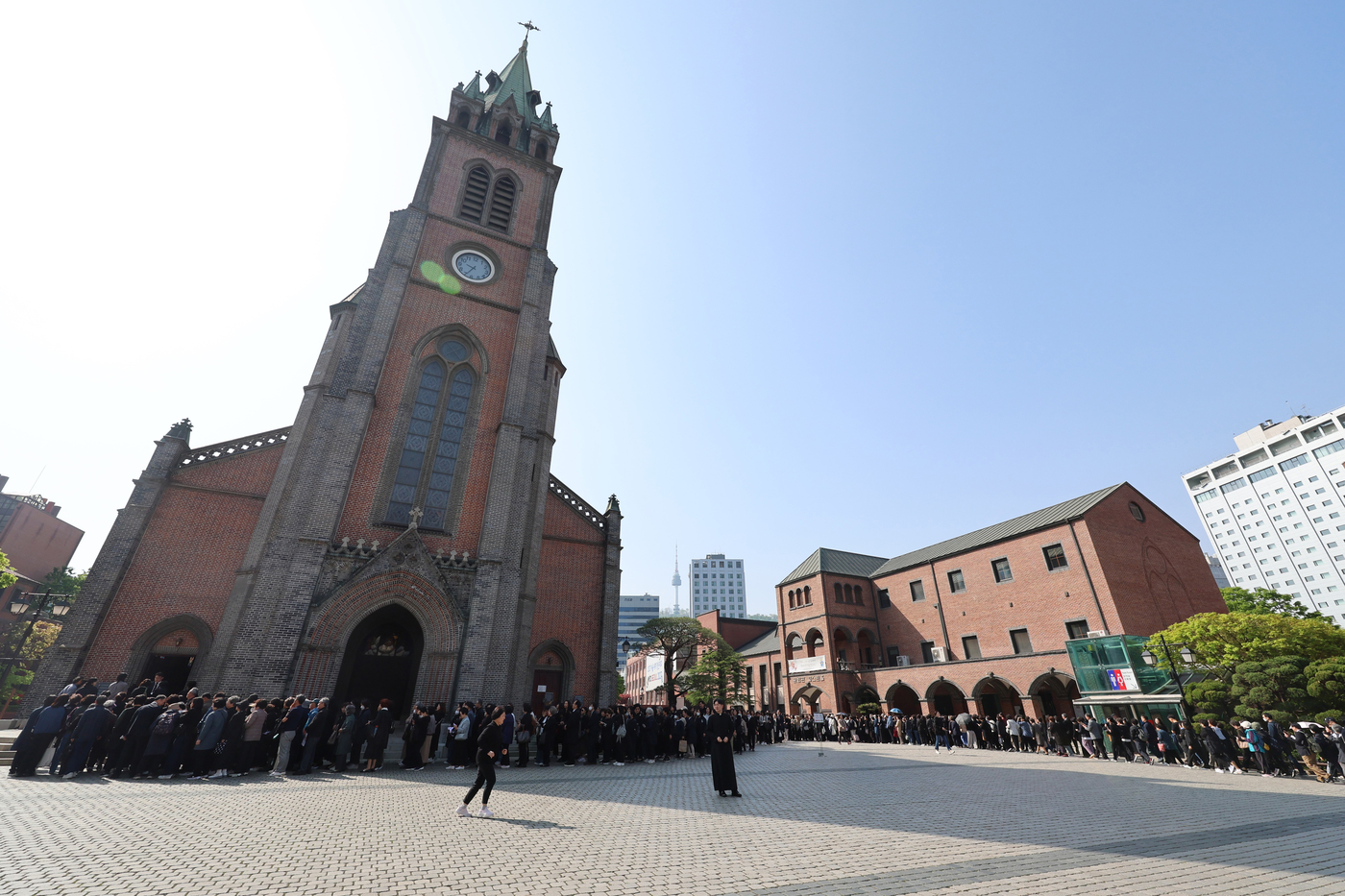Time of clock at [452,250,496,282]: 9:34
